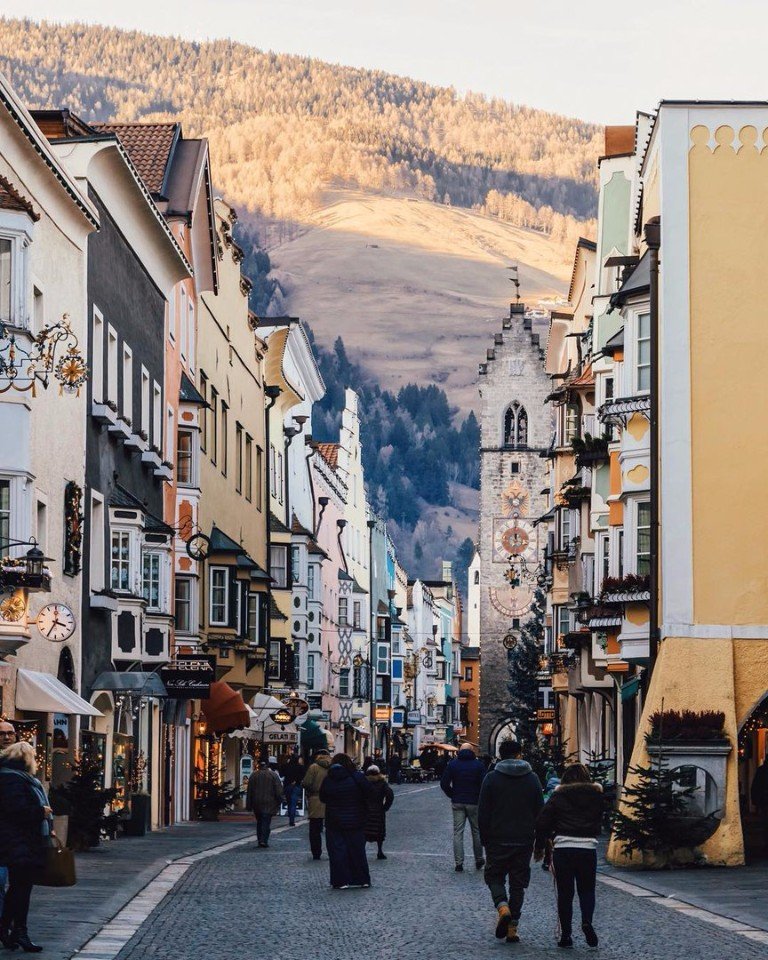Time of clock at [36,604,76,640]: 3:35
